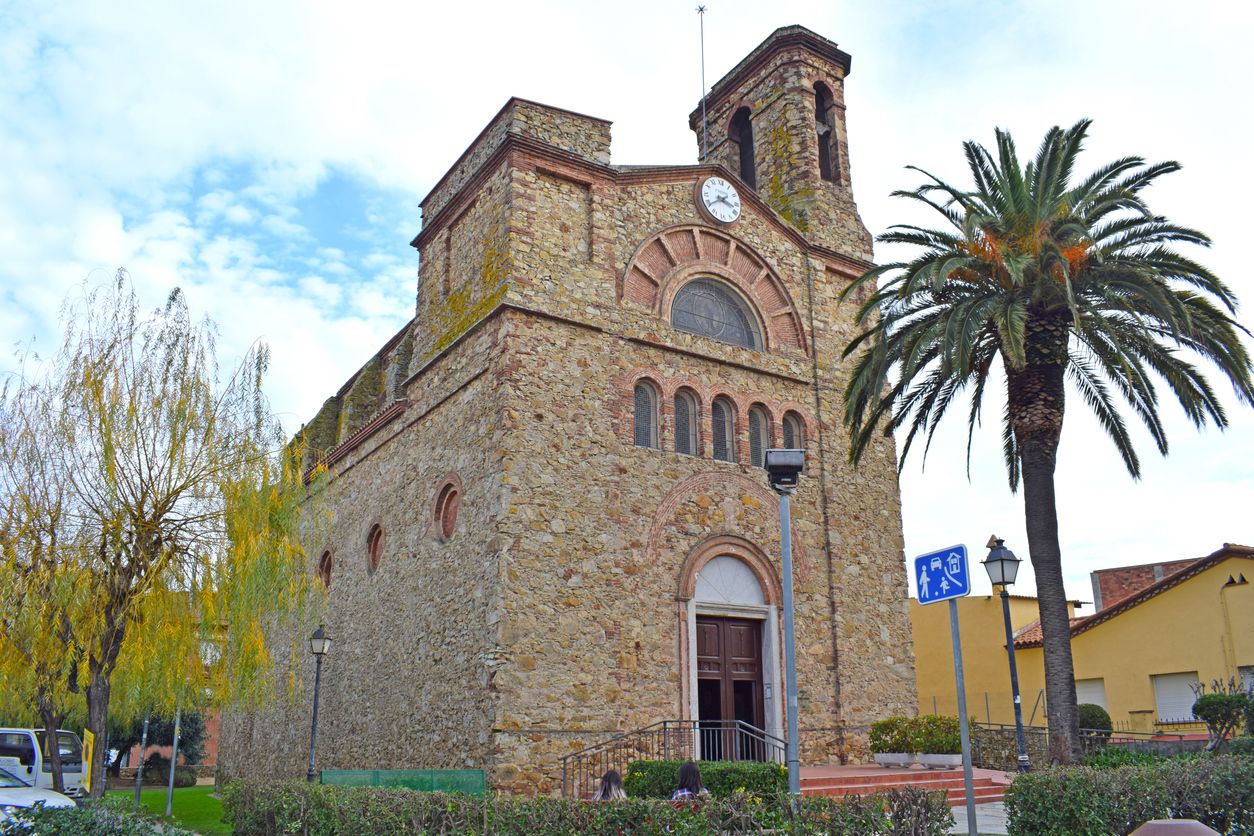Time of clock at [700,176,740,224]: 3:39
